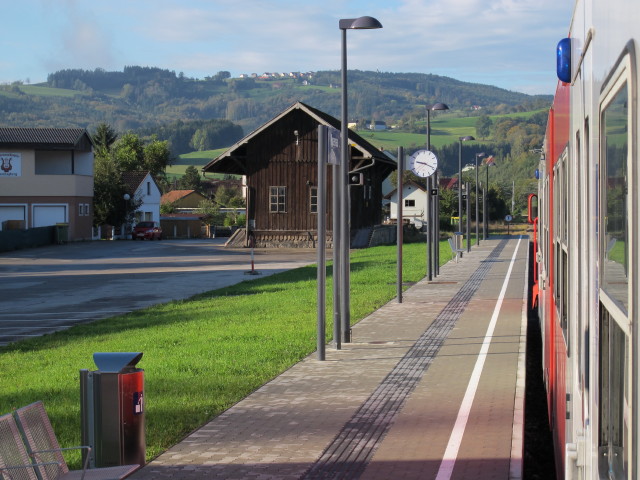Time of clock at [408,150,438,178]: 9:18
